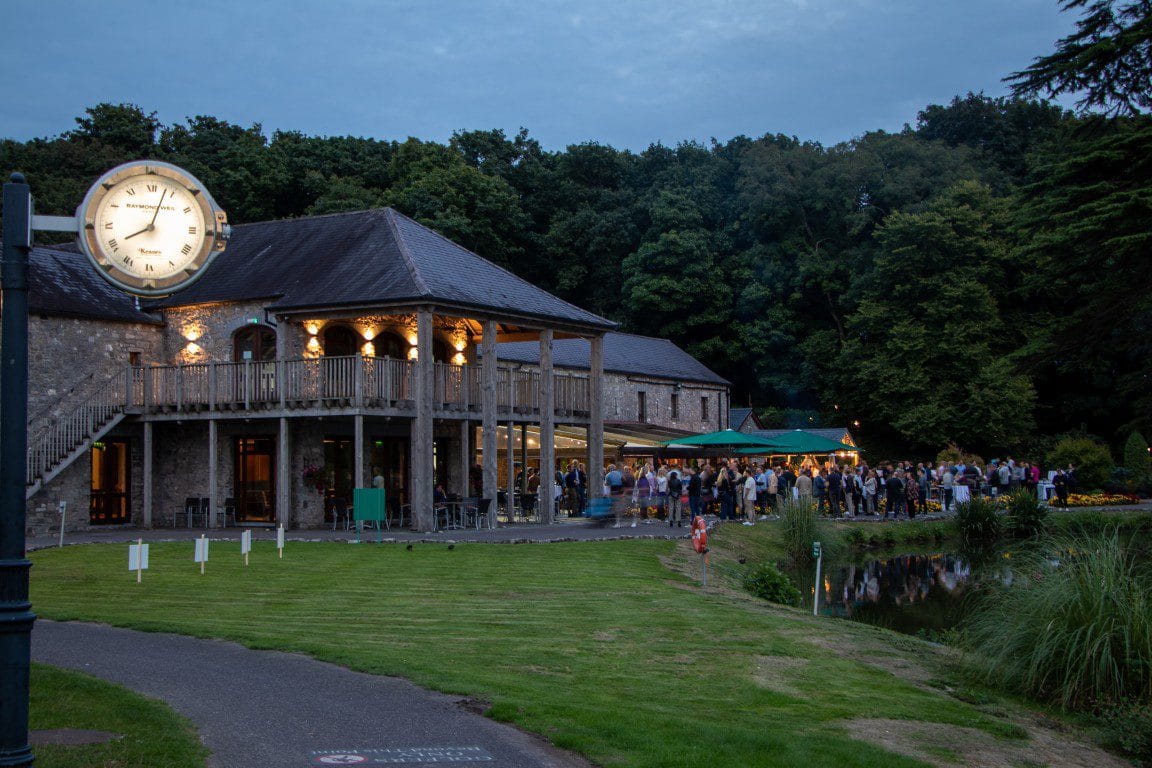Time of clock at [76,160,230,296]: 8:03
